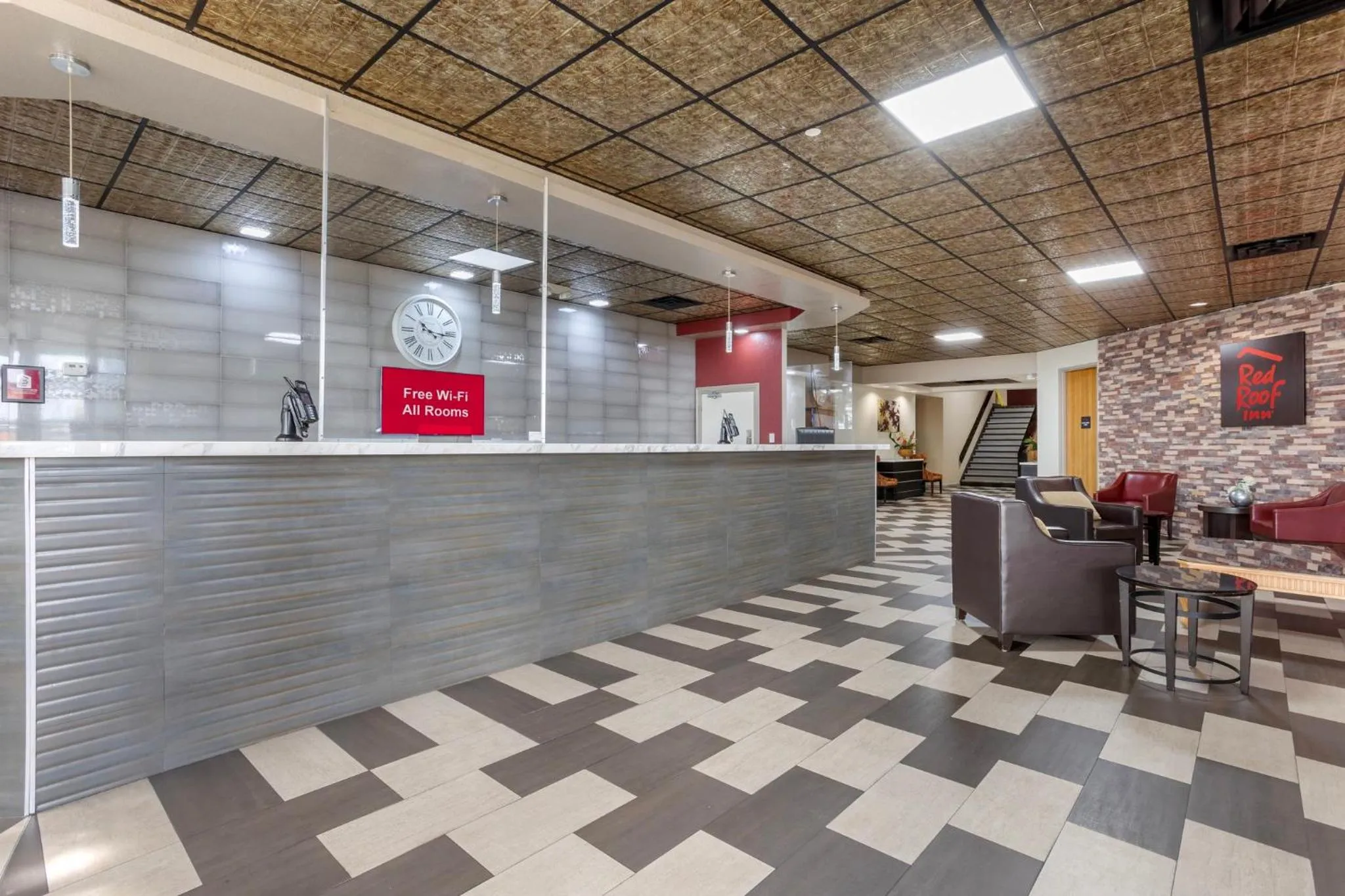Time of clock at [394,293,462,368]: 10:15
